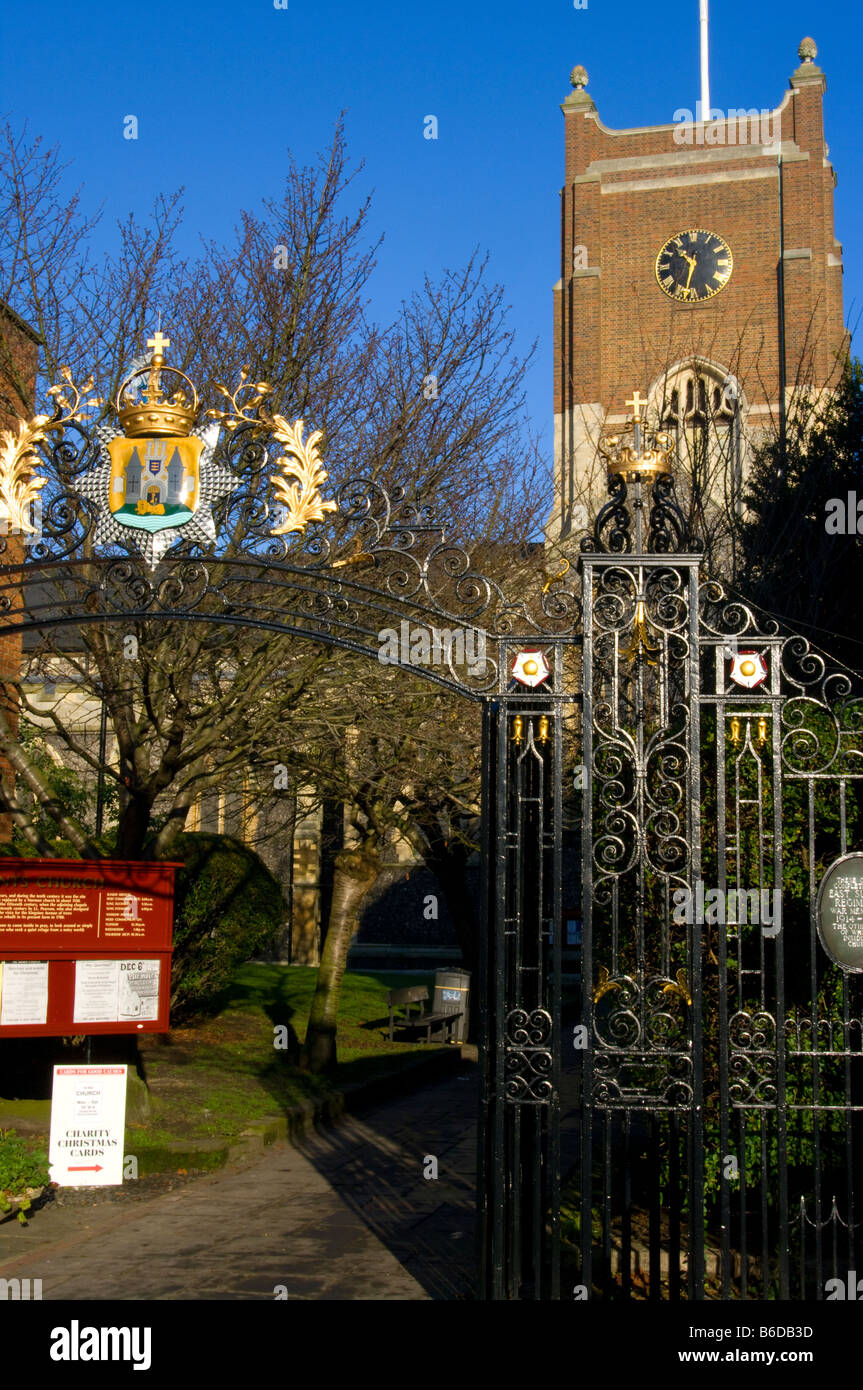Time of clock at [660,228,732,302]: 10:32
